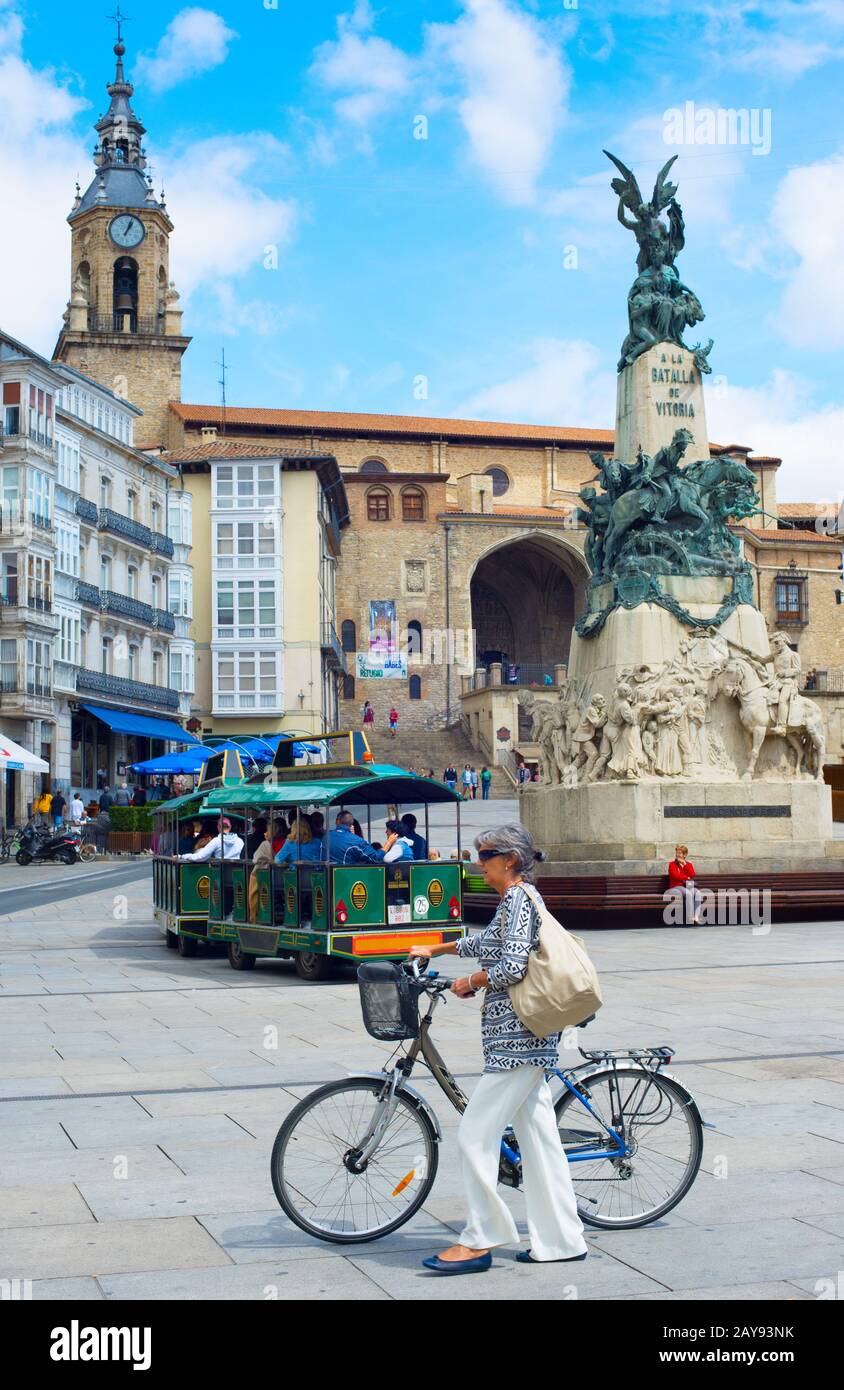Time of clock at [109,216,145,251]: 1:03
